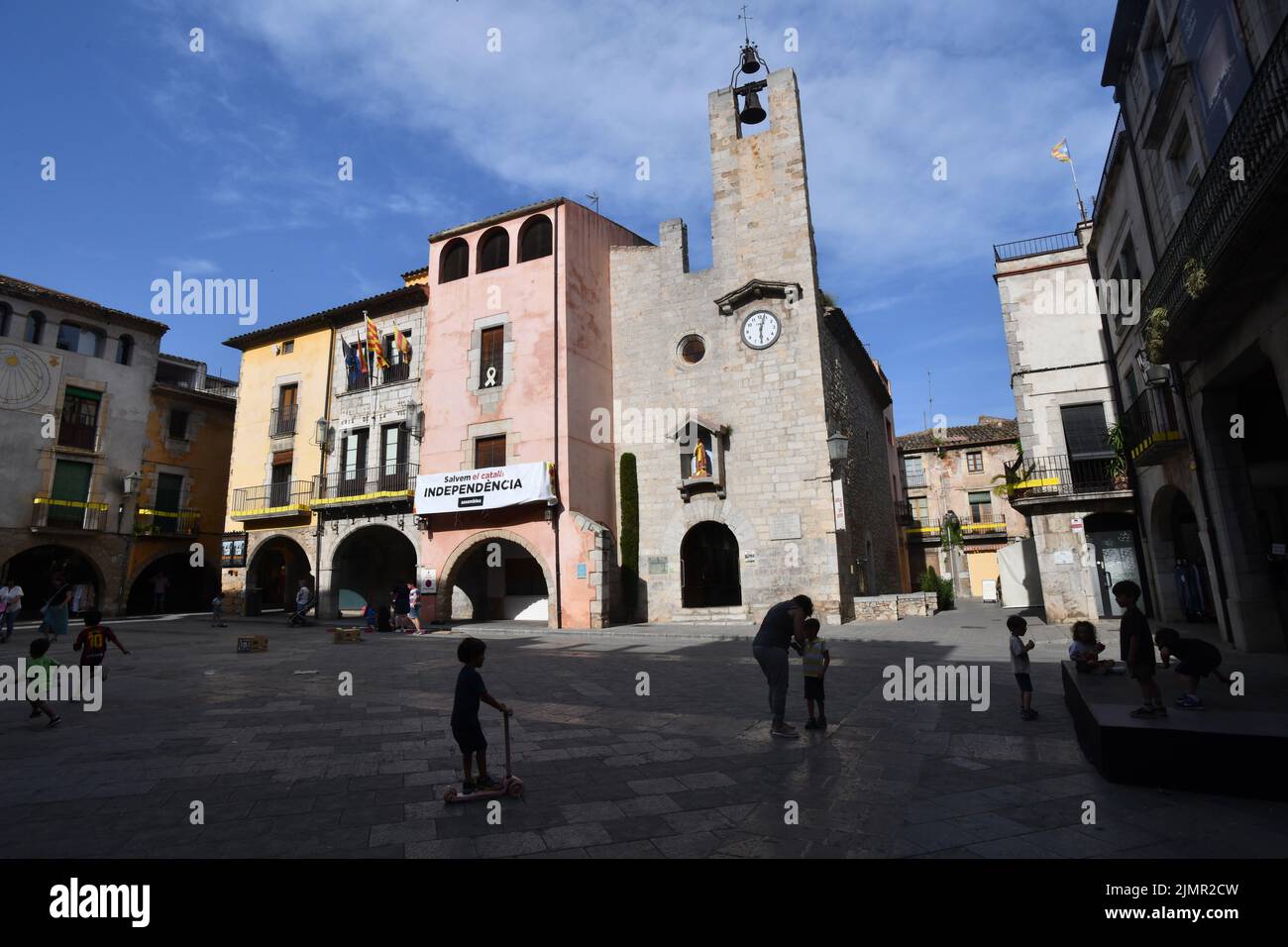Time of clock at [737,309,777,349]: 6:03
